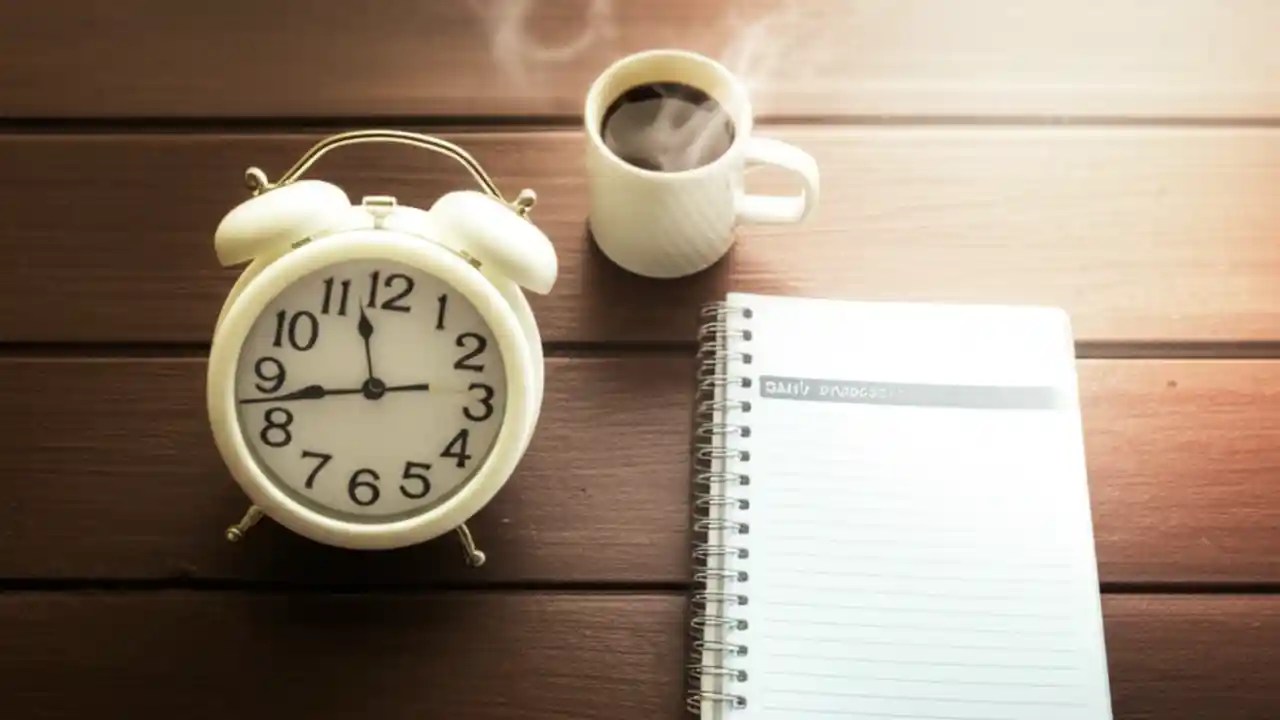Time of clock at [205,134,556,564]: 11:42
